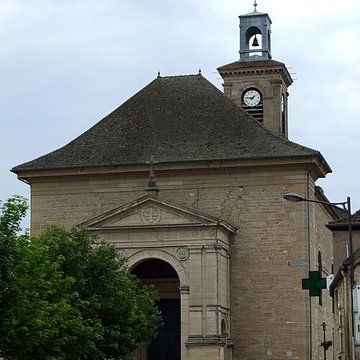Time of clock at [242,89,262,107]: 1:46
